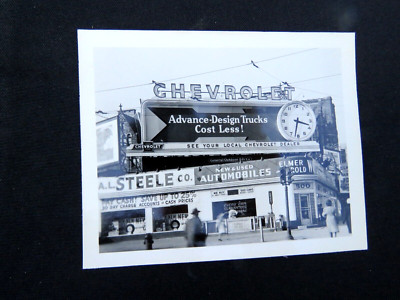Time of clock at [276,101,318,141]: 3:32
